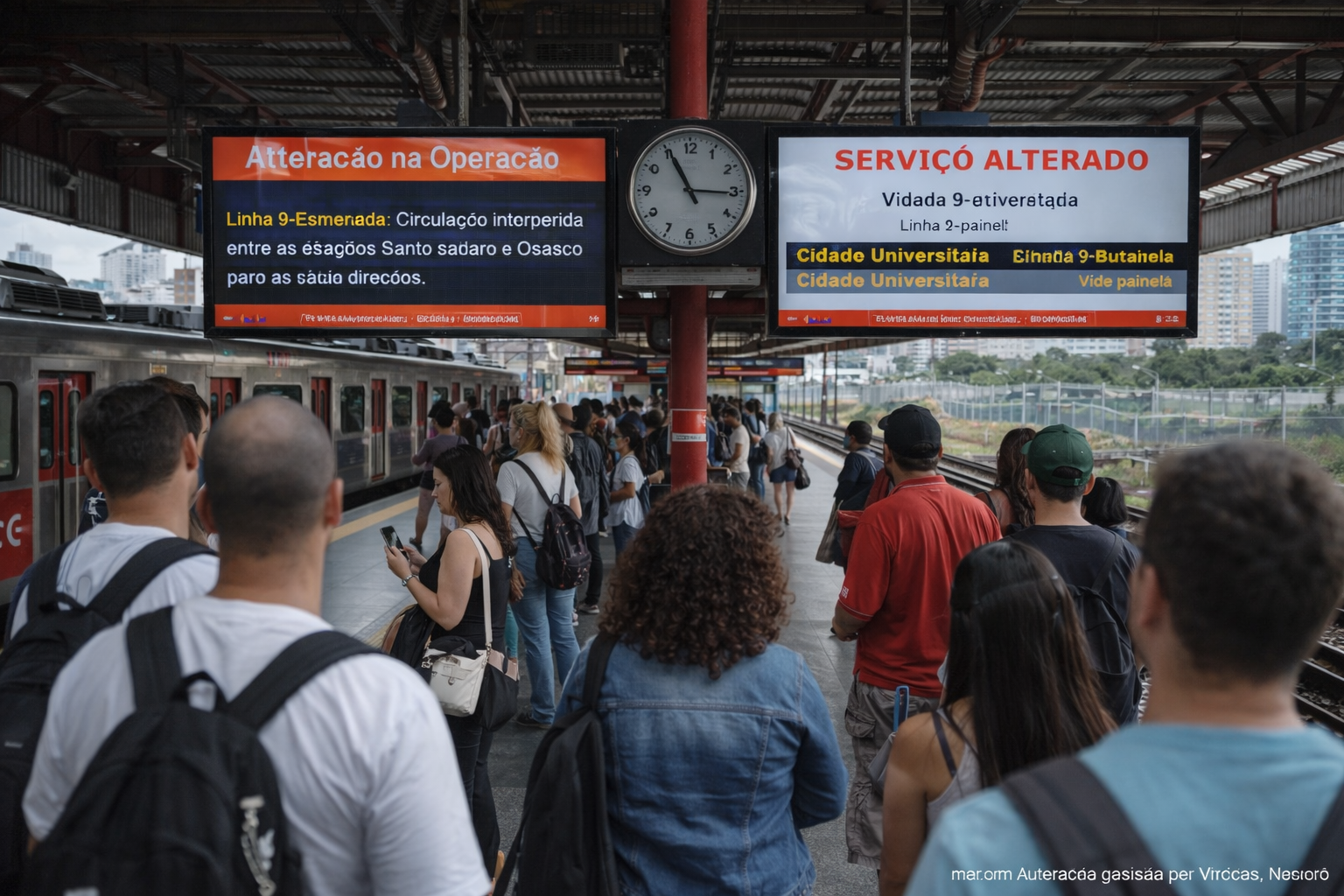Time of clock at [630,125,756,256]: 10:55
